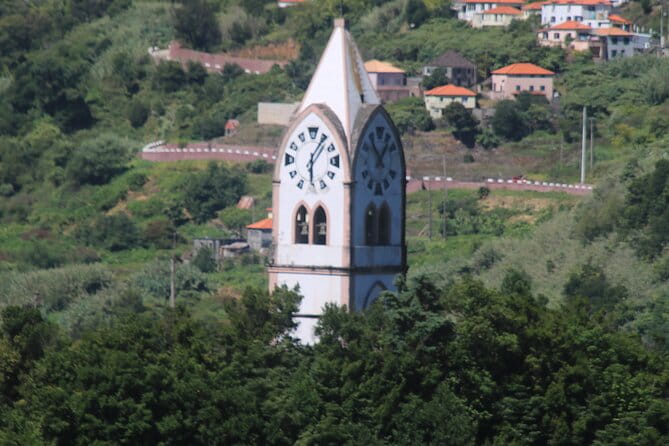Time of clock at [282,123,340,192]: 6:06
